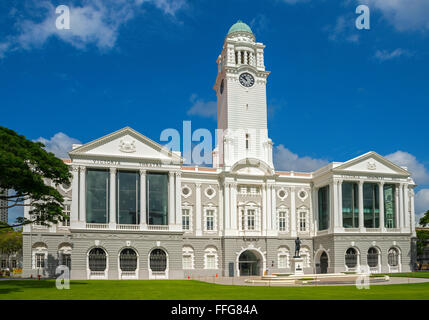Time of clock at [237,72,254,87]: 10:50
